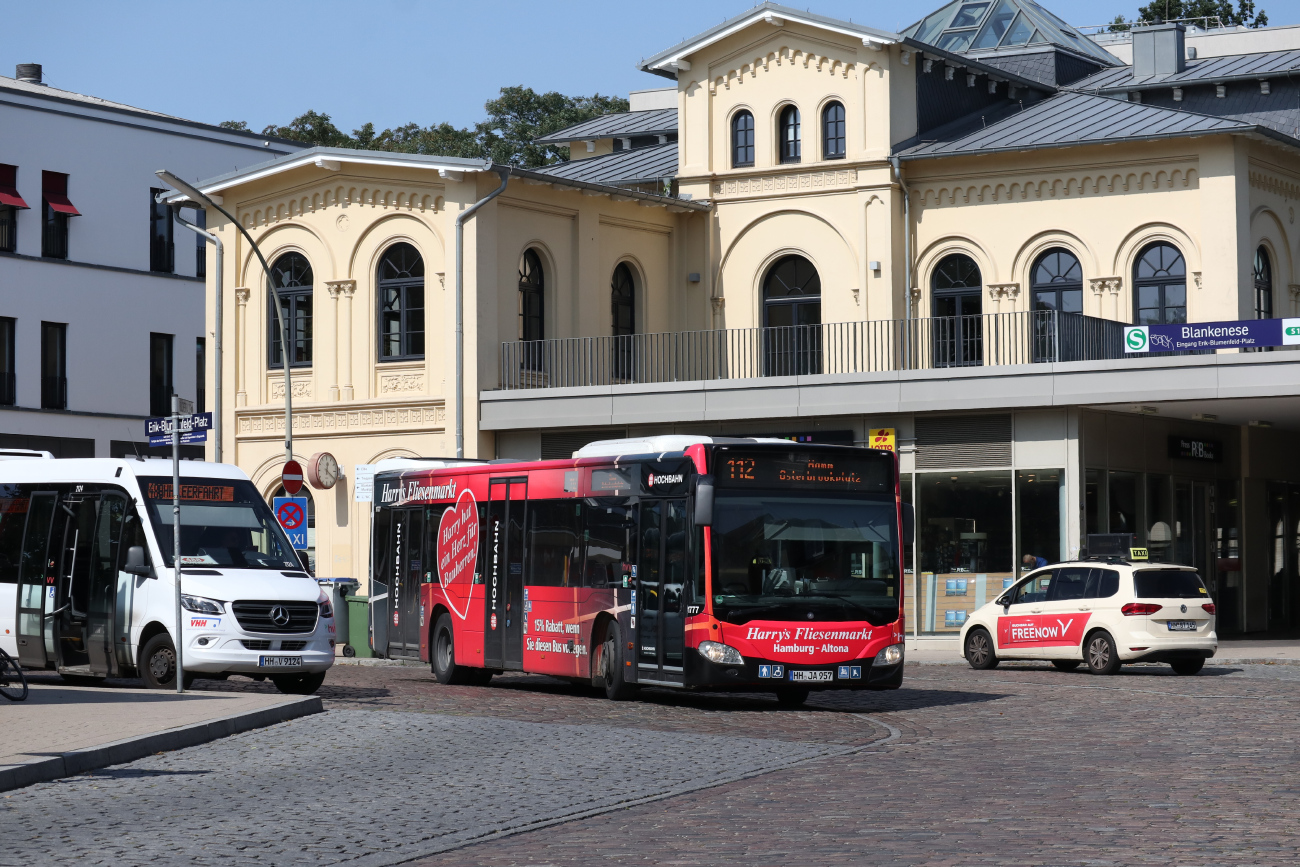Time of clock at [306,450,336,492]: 12:20
